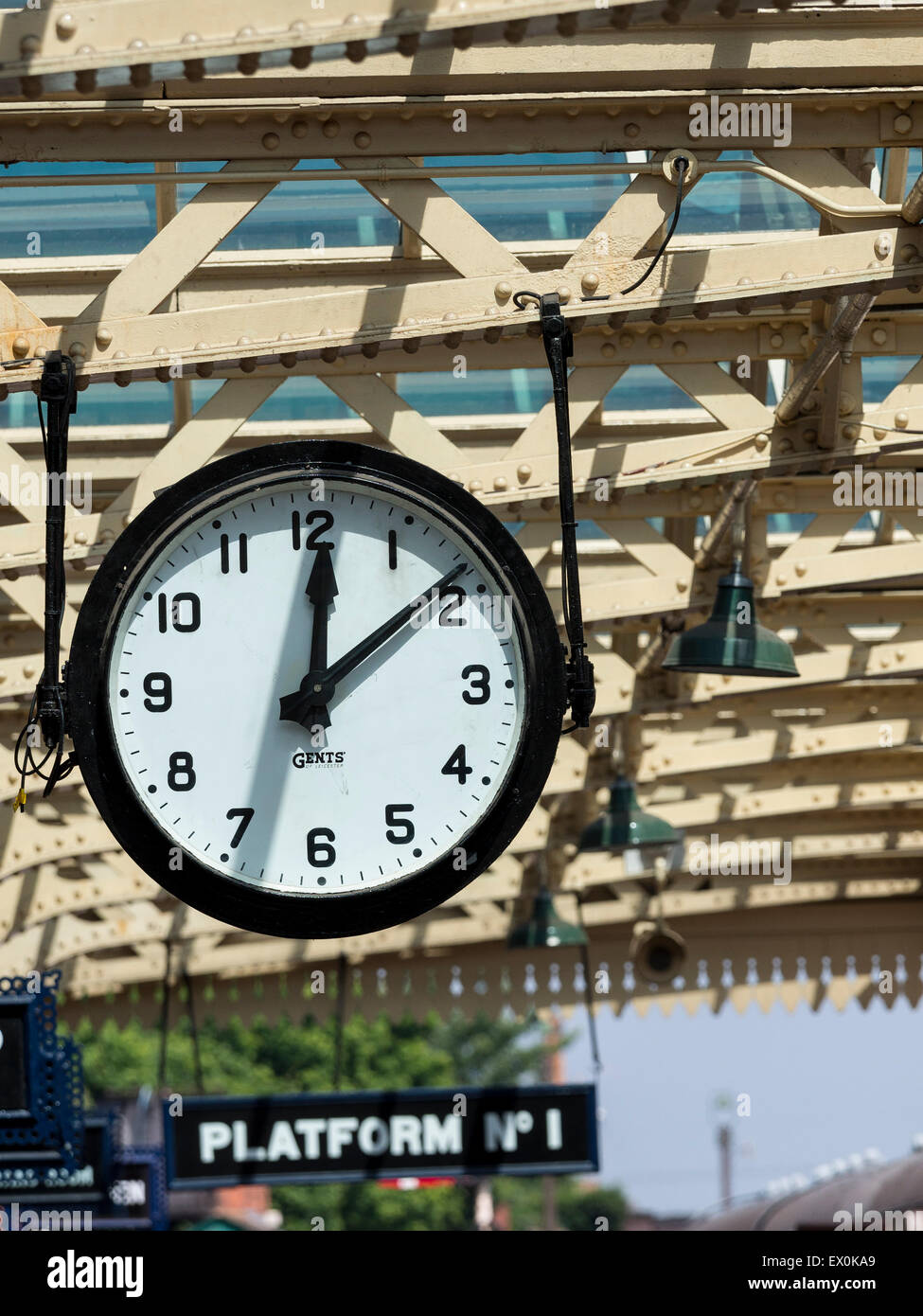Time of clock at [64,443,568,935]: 12:08
